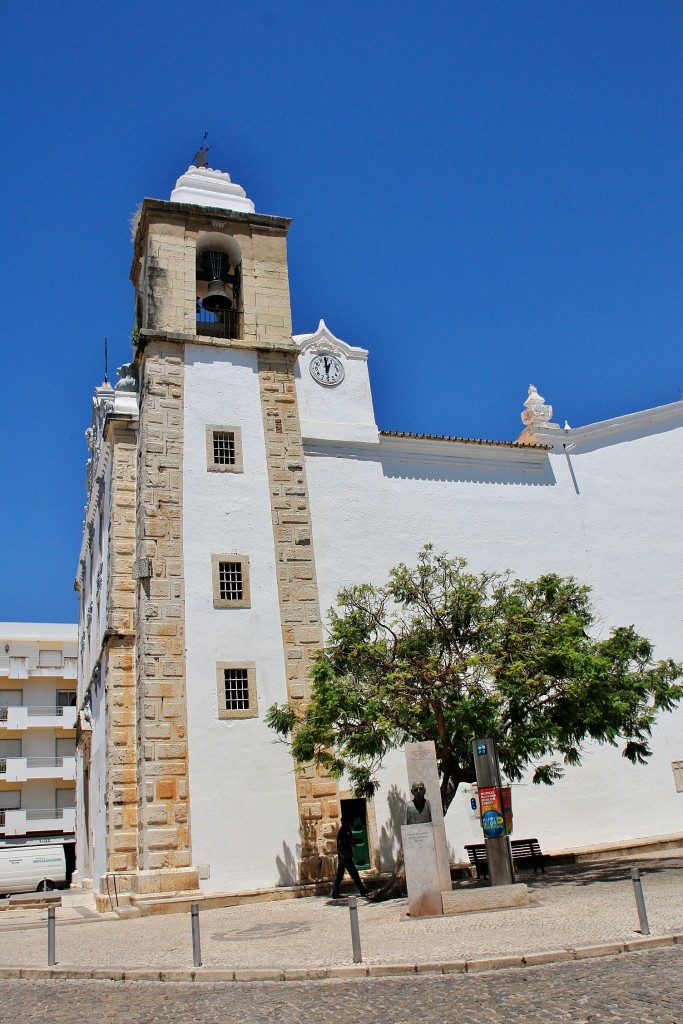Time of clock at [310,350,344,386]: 12:59
